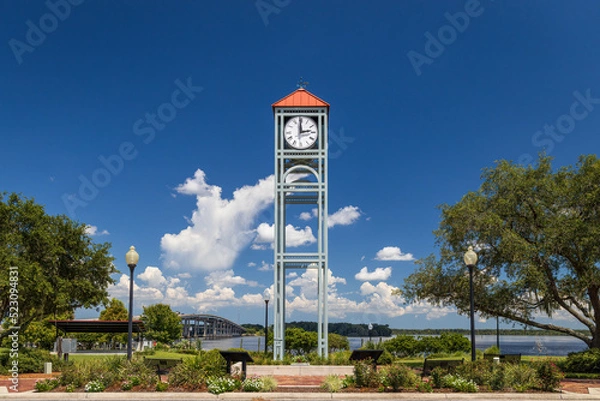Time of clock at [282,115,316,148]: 2:59
